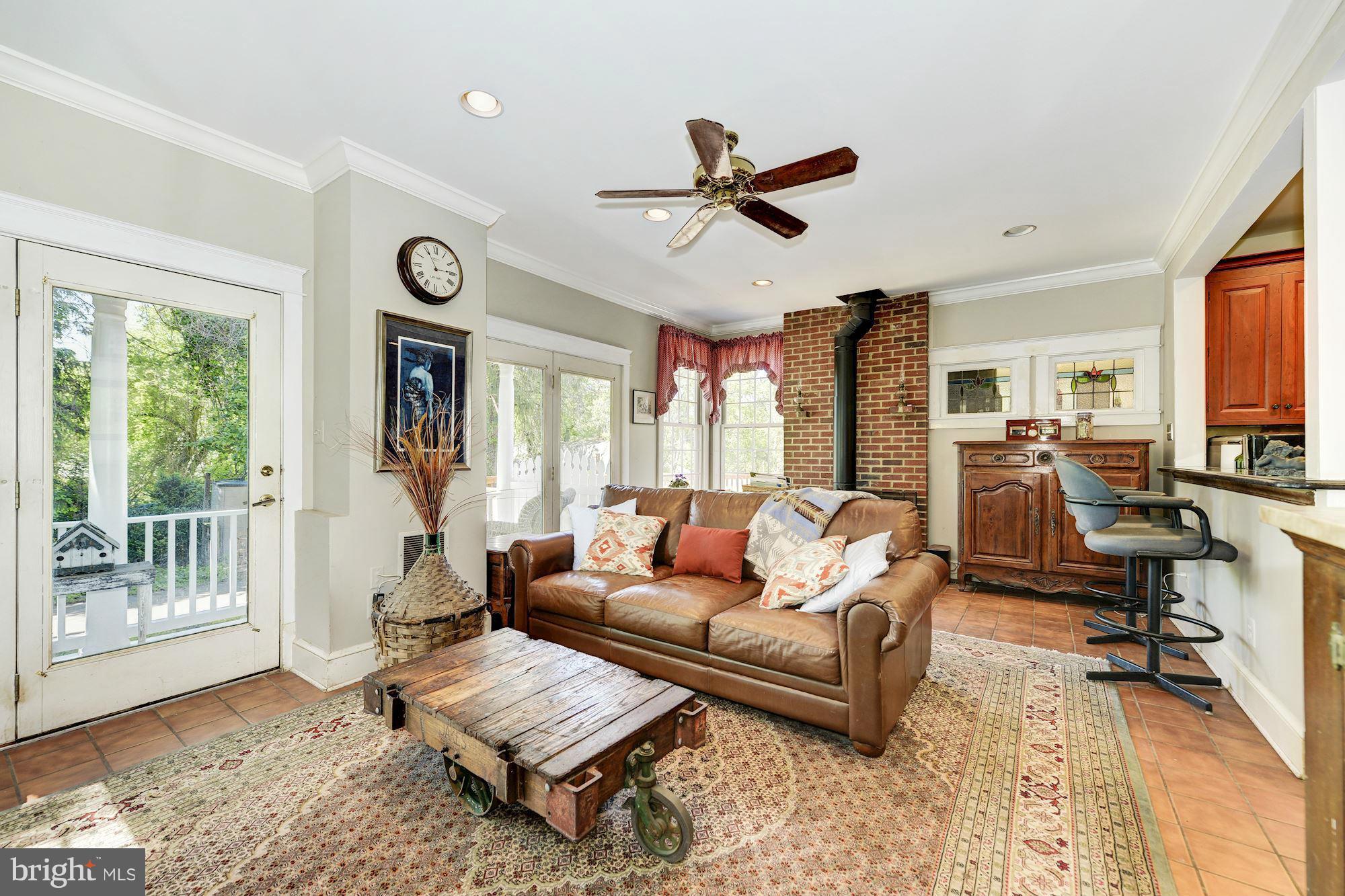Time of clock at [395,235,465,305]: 2:55
